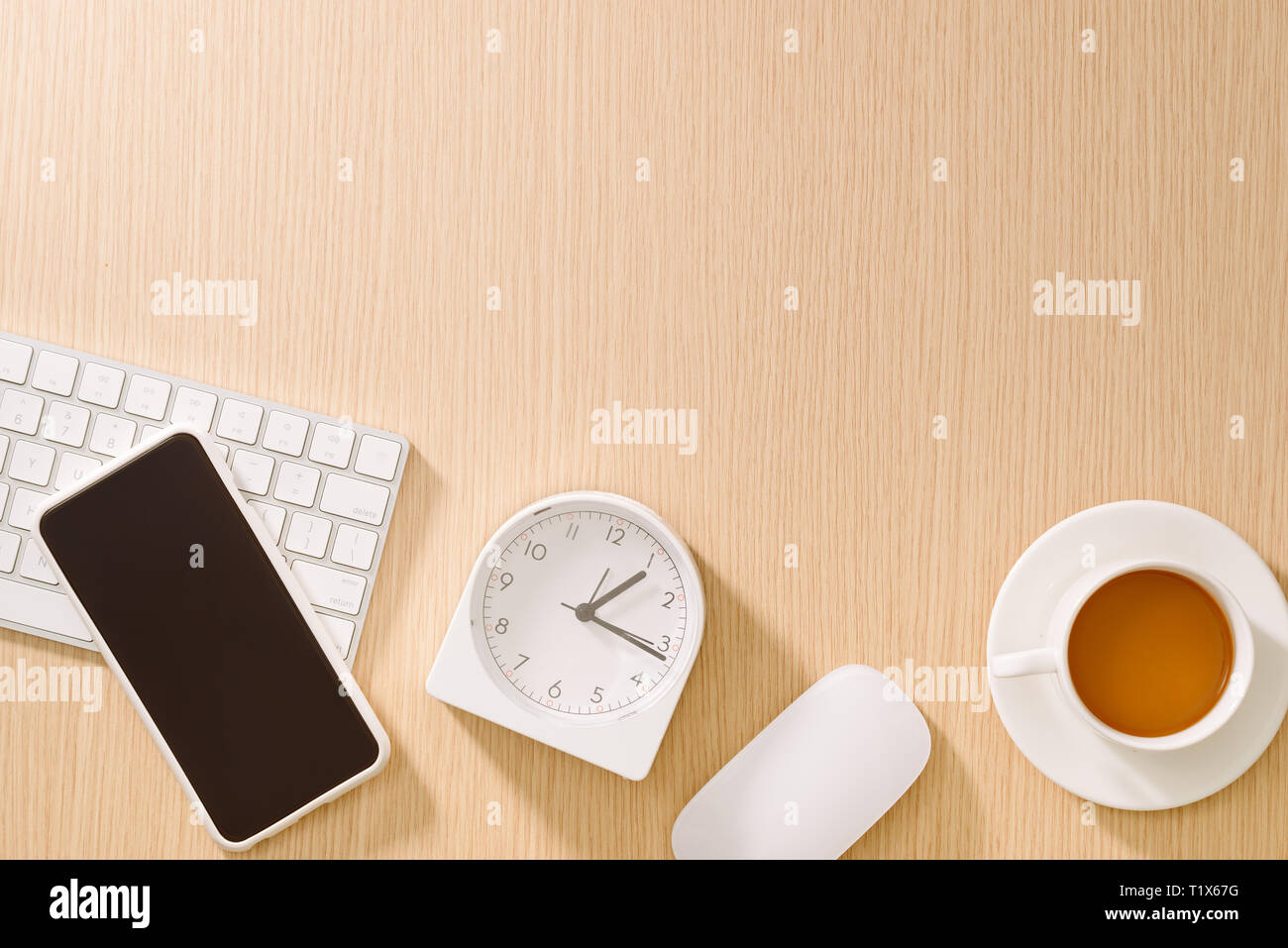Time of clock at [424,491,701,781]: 1:16
